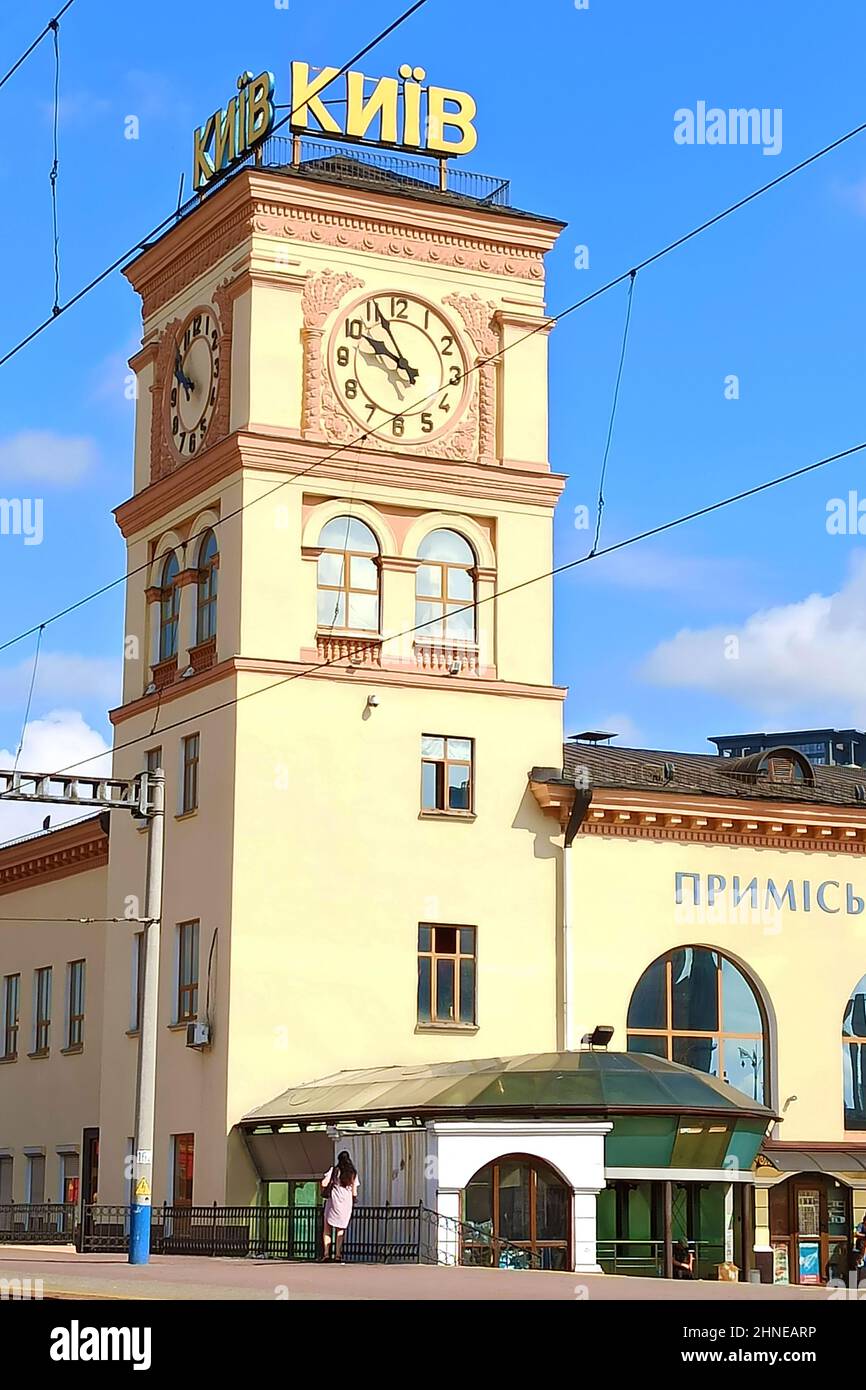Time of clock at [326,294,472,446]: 9:55
